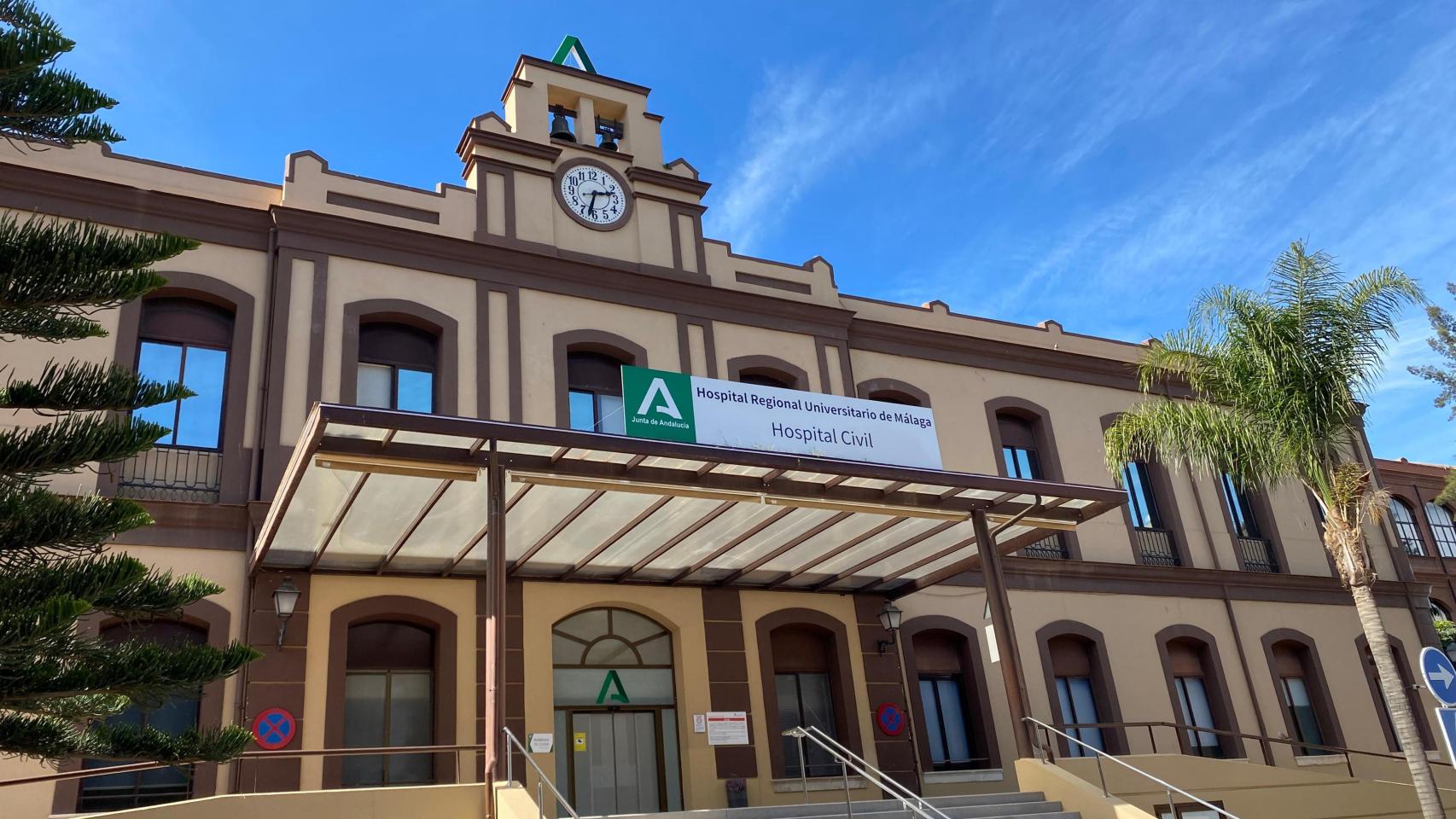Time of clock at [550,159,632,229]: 2:32
